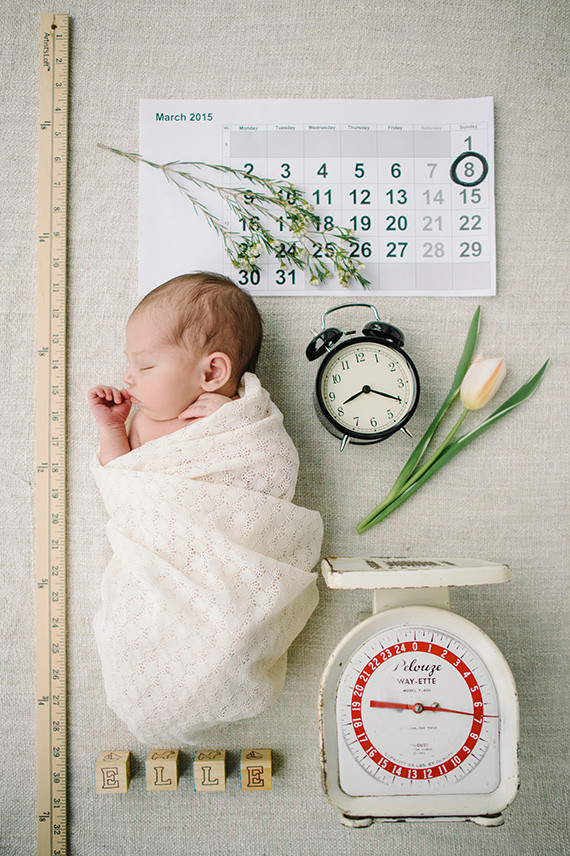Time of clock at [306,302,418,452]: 8:19
